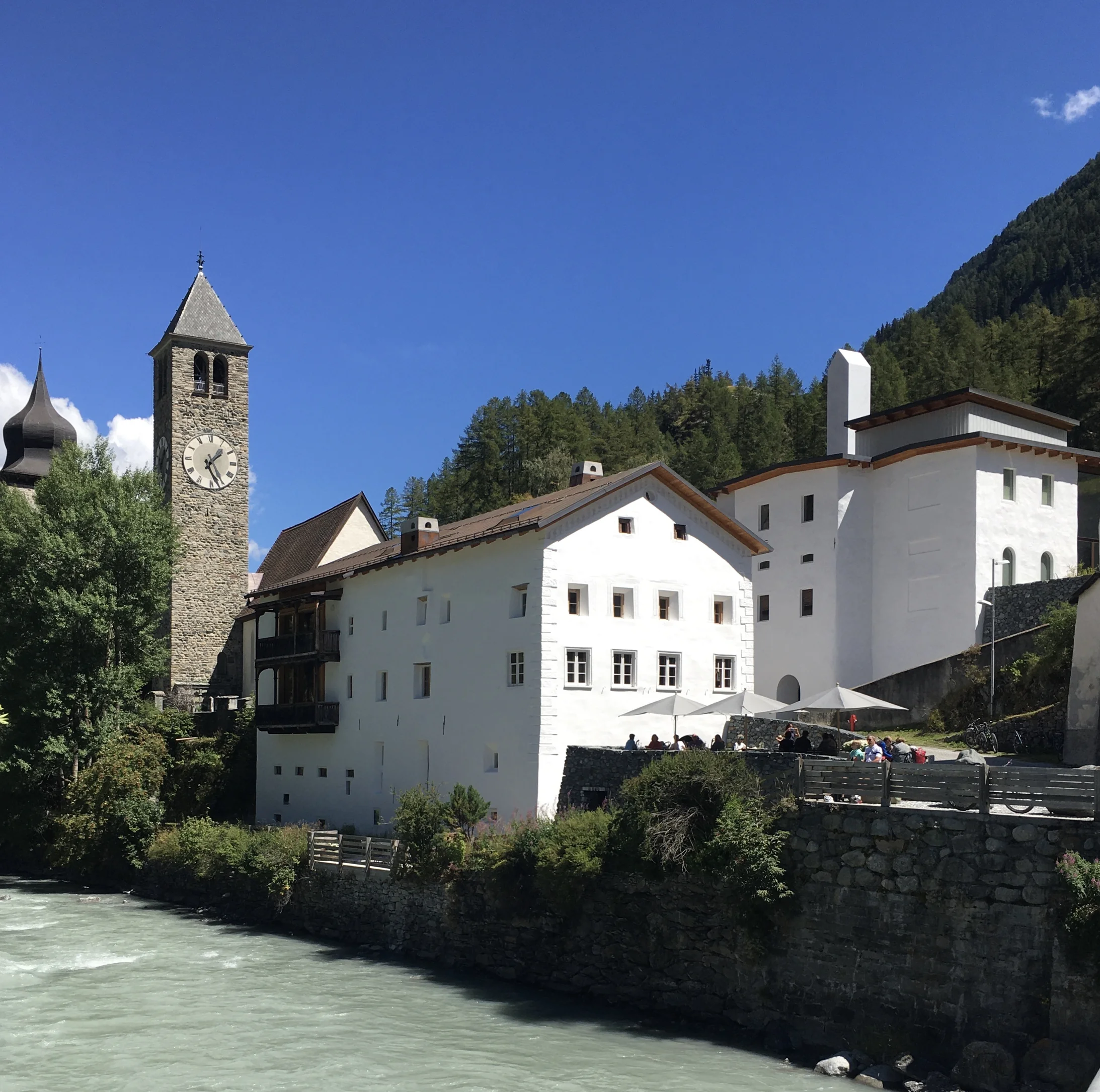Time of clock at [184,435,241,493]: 1:26
